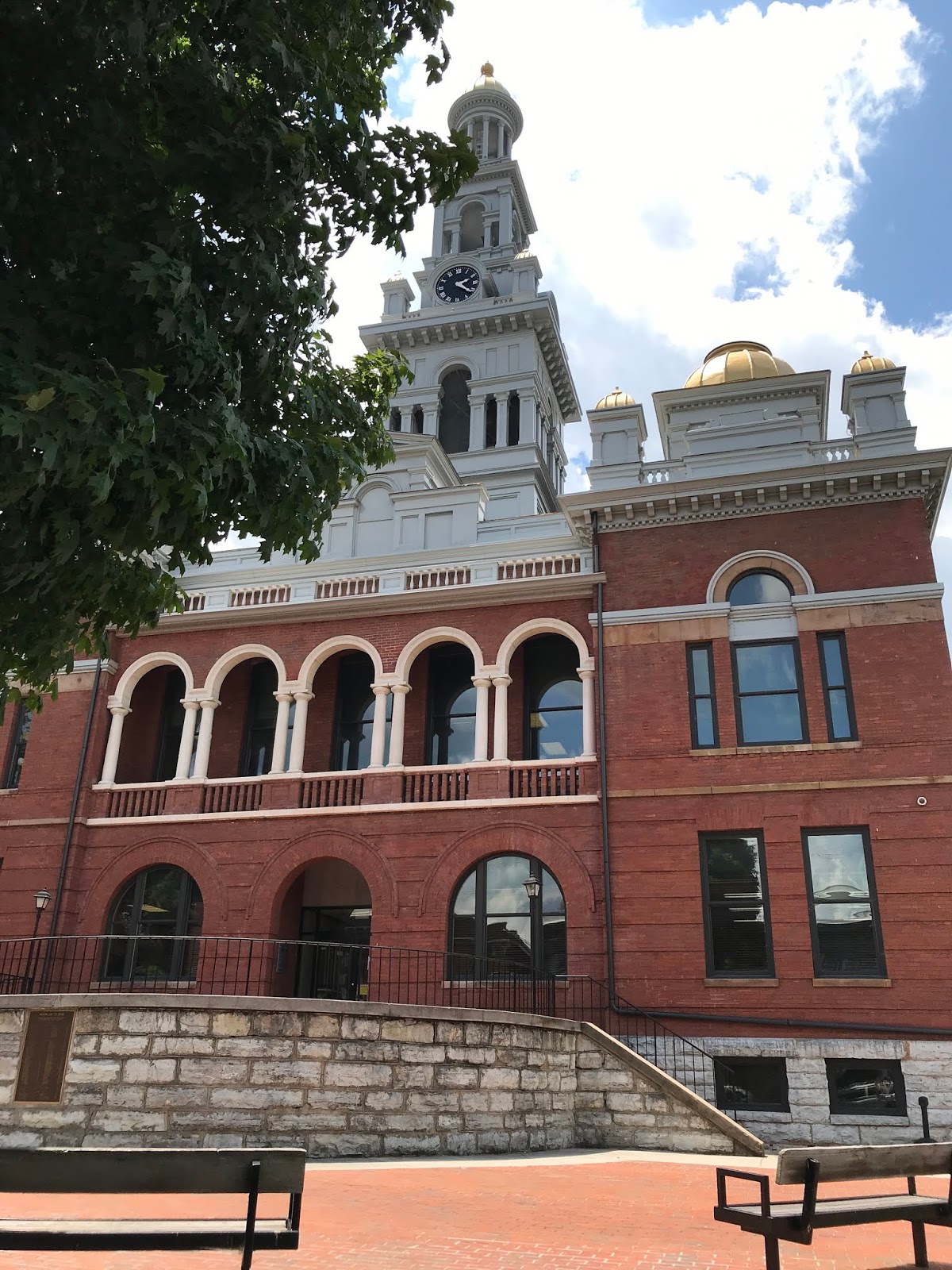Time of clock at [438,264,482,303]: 2:21
